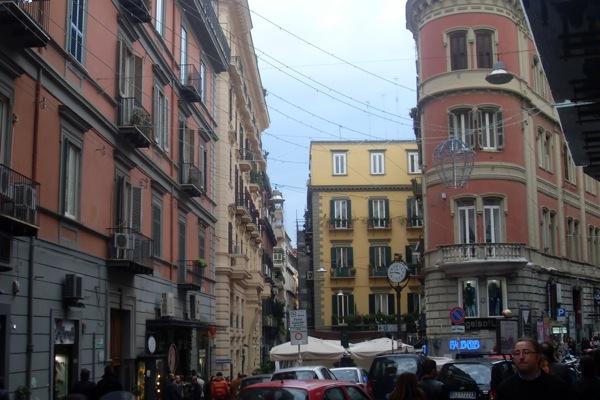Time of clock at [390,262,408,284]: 3:44
